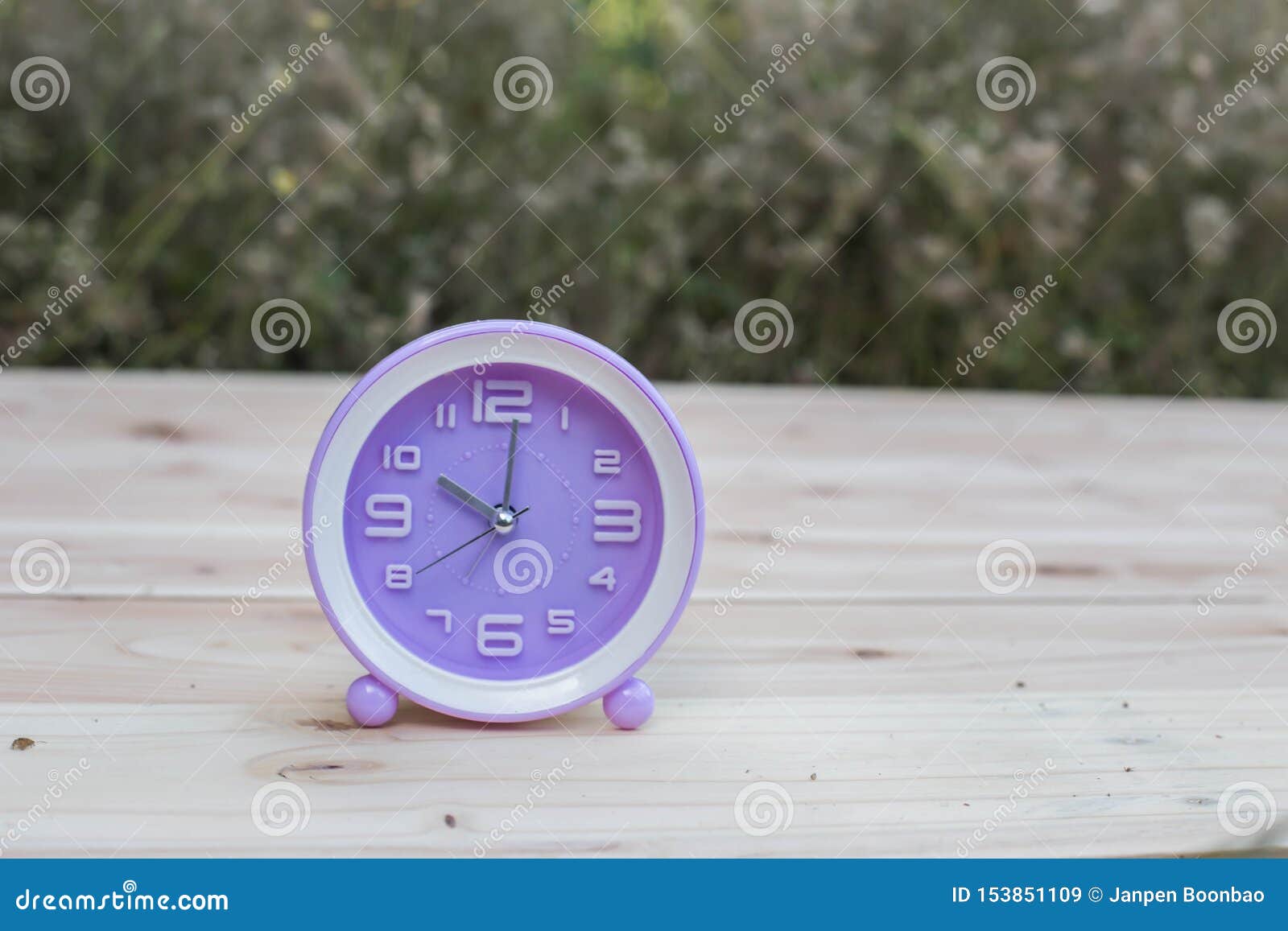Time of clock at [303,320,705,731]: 10:01
